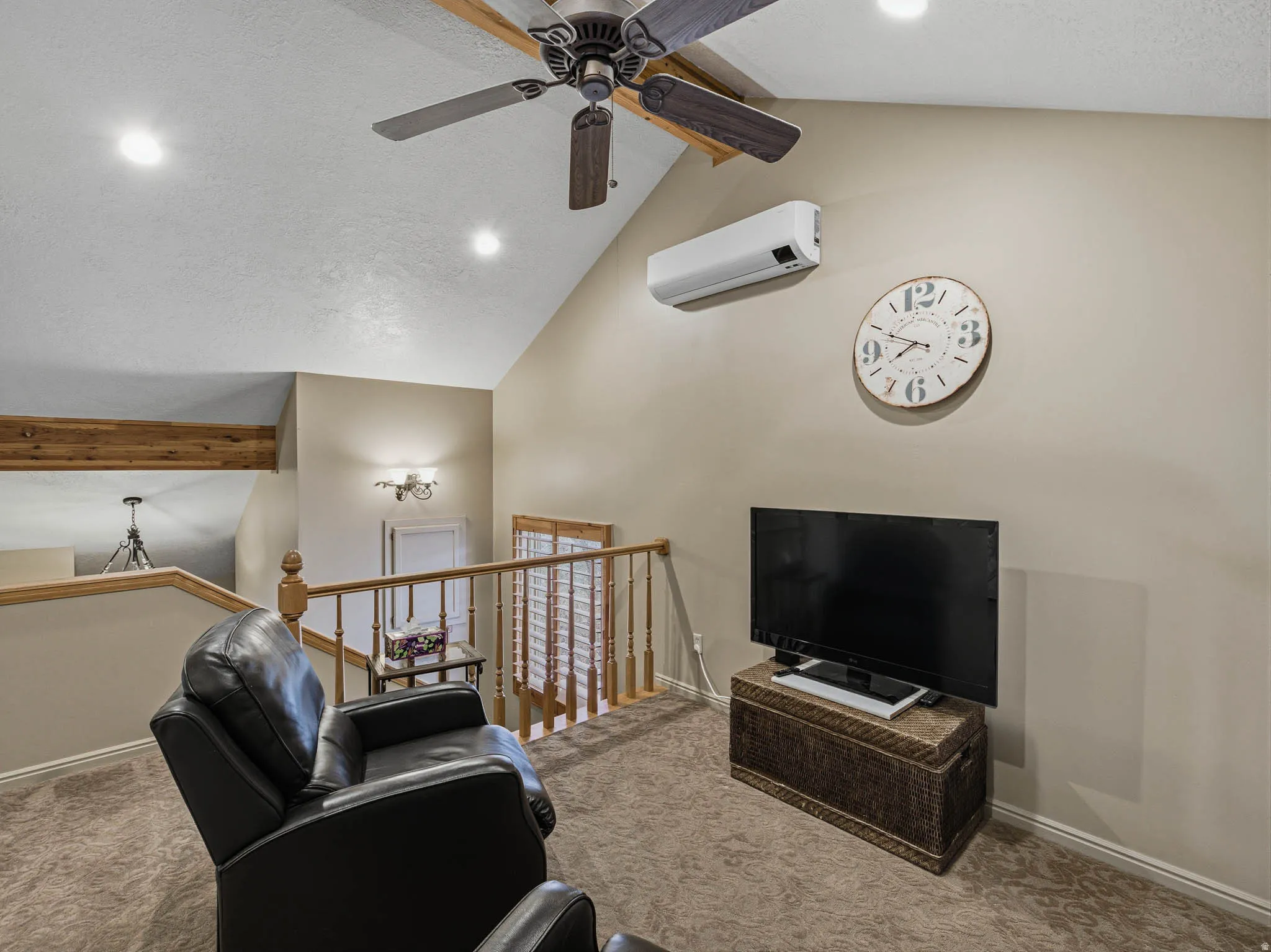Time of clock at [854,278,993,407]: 7:49
